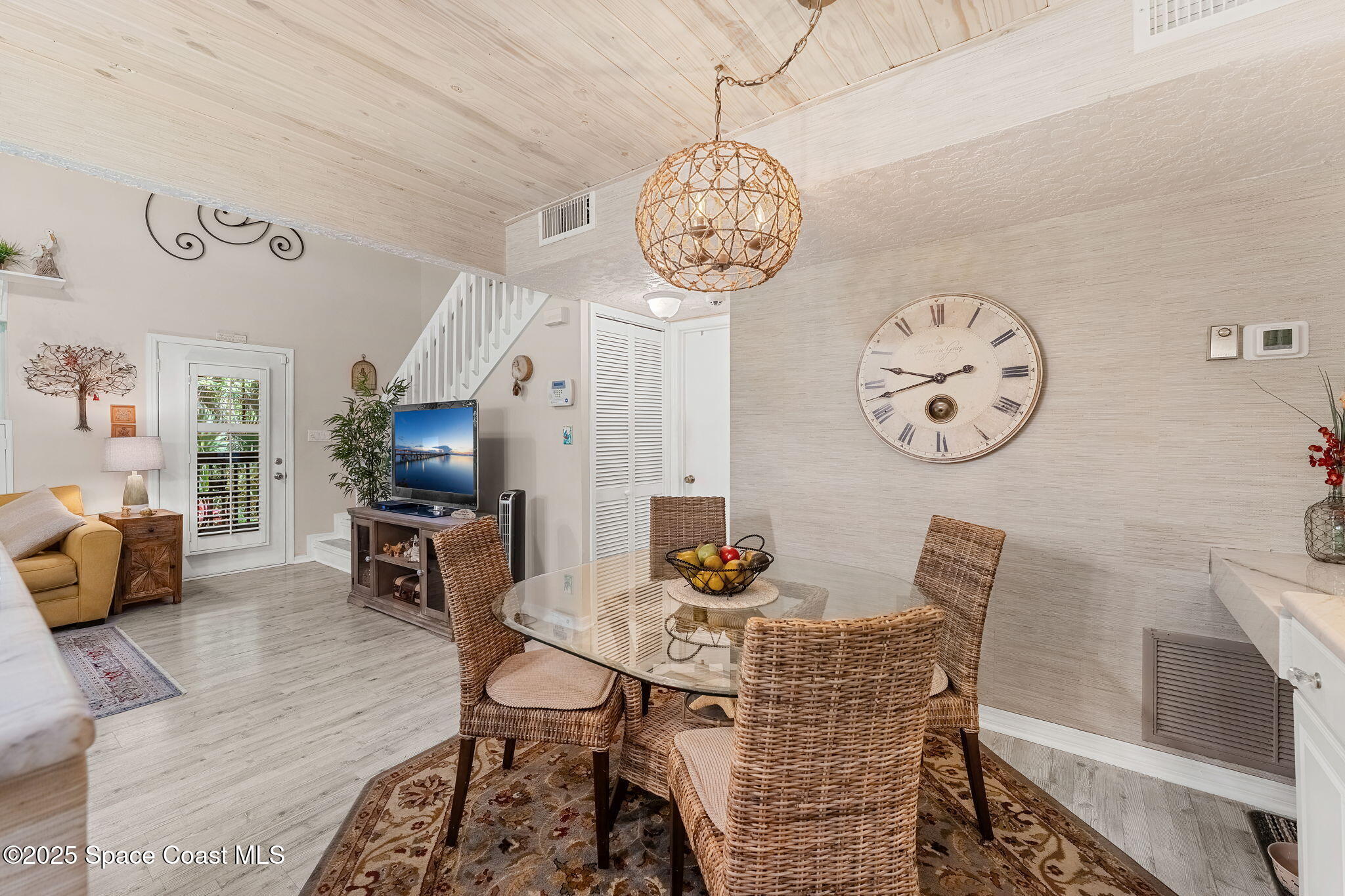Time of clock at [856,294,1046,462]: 9:42
